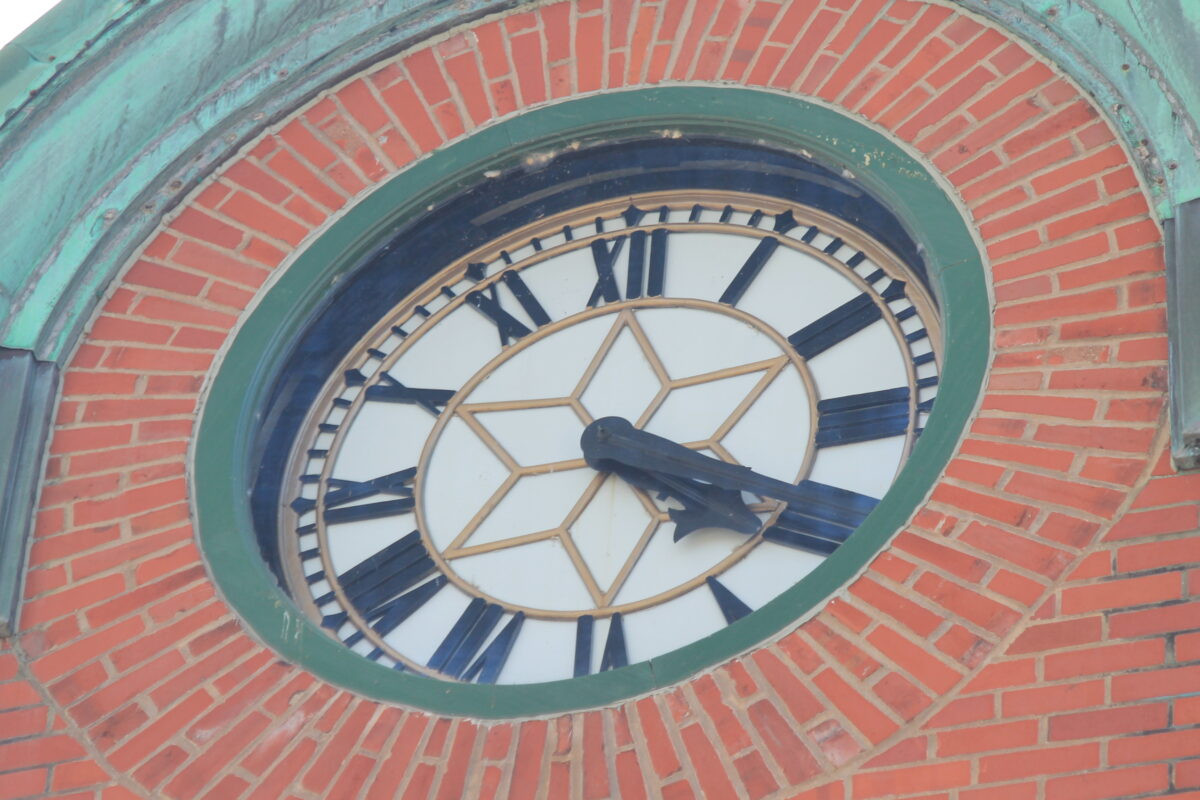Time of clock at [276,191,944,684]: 4:19
